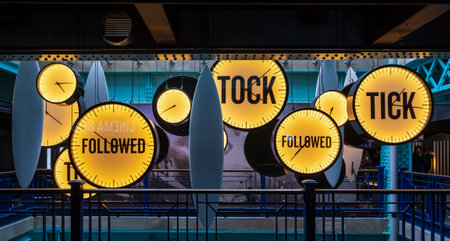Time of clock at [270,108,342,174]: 3:37
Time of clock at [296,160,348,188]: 3:37
